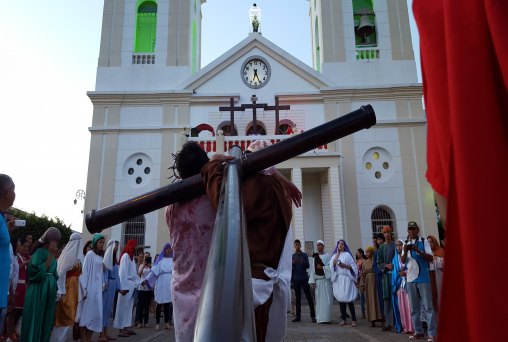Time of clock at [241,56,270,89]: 6:25
